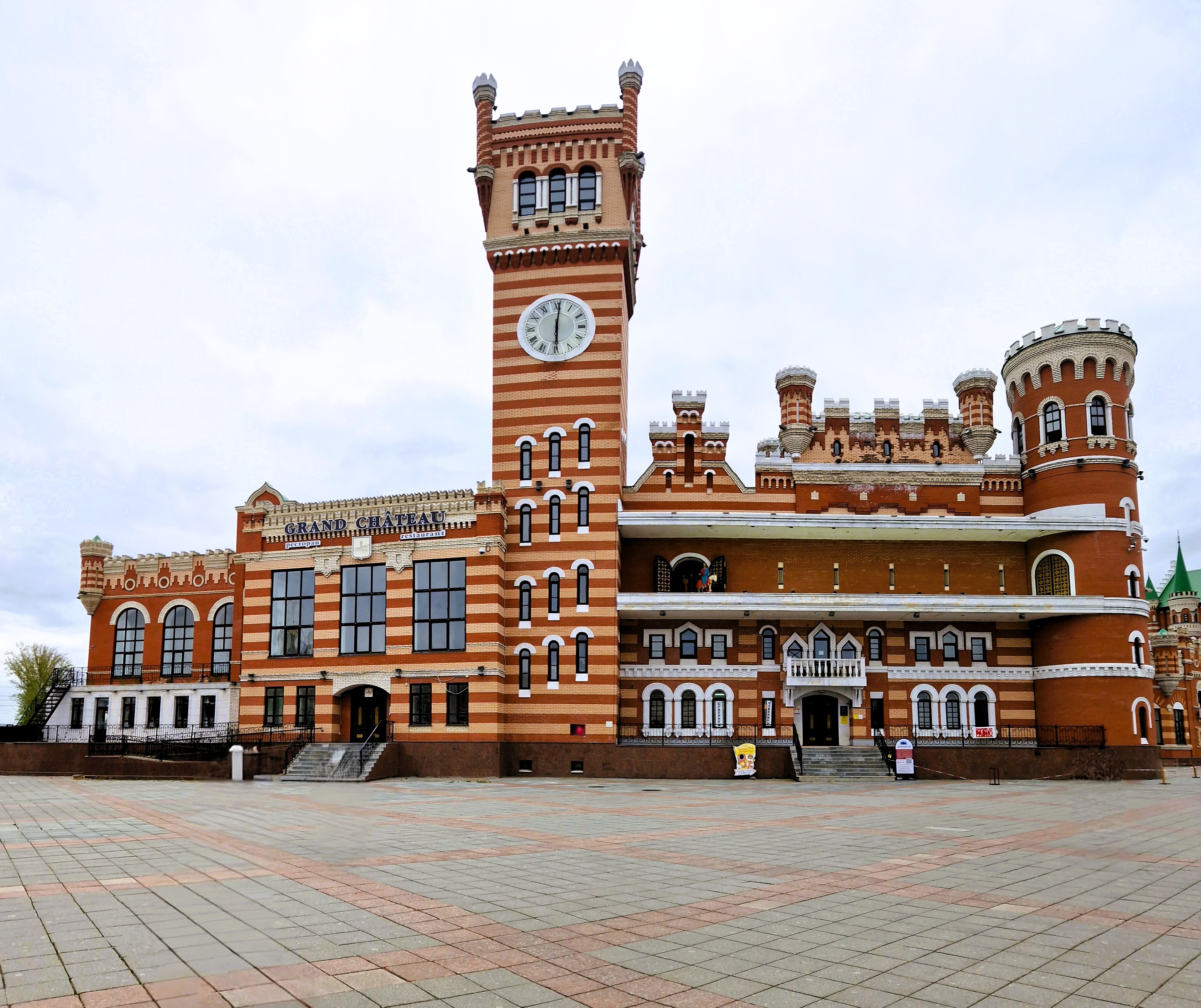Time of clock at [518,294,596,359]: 6:00
